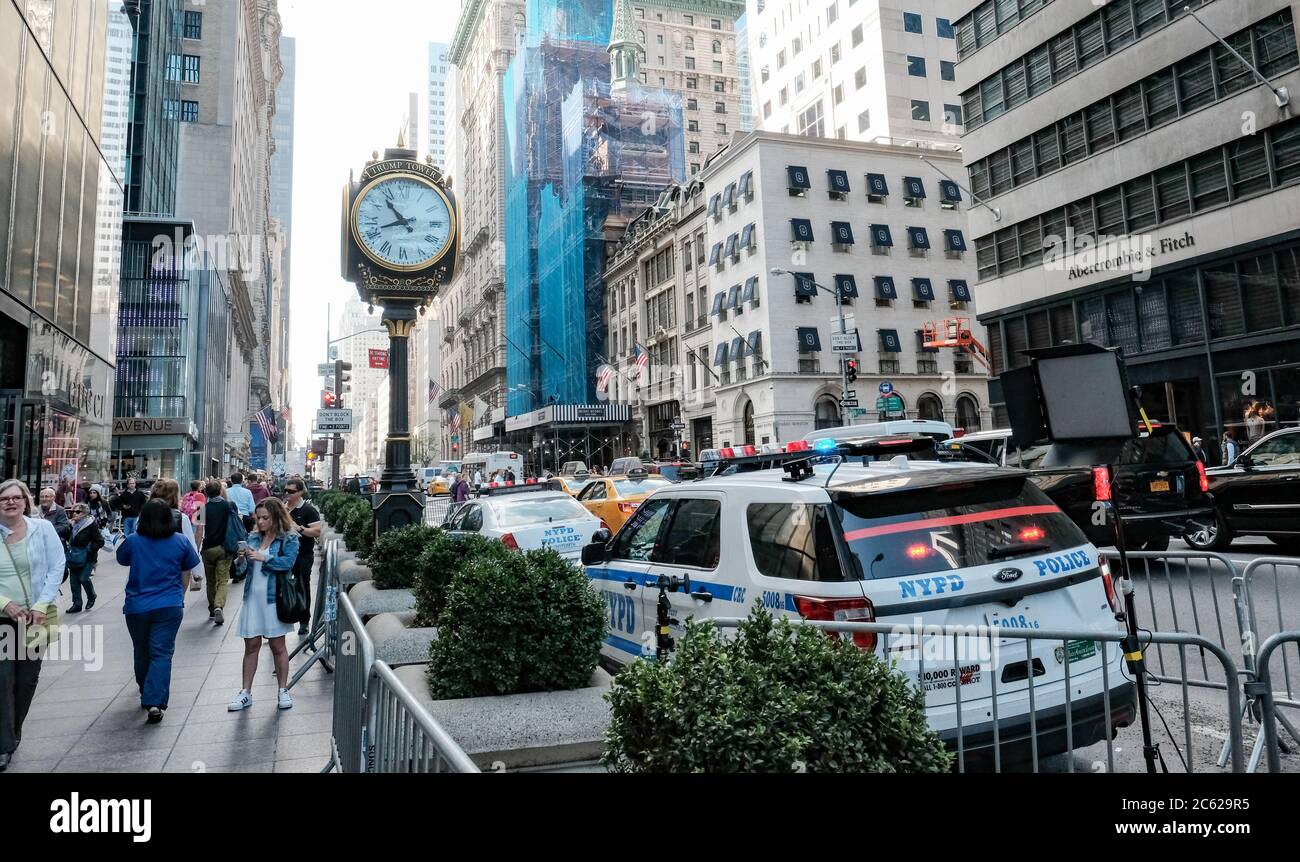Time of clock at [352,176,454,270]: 10:41
